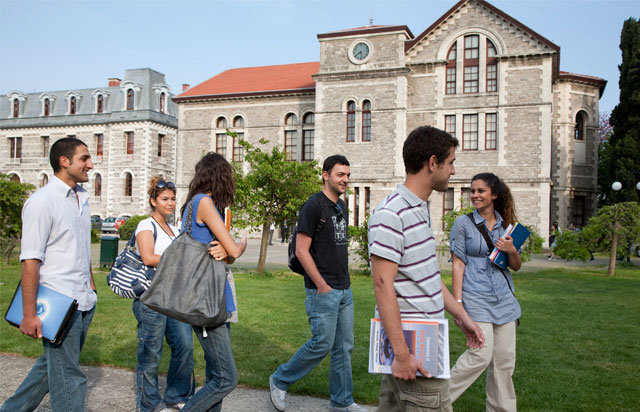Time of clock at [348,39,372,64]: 5:40
